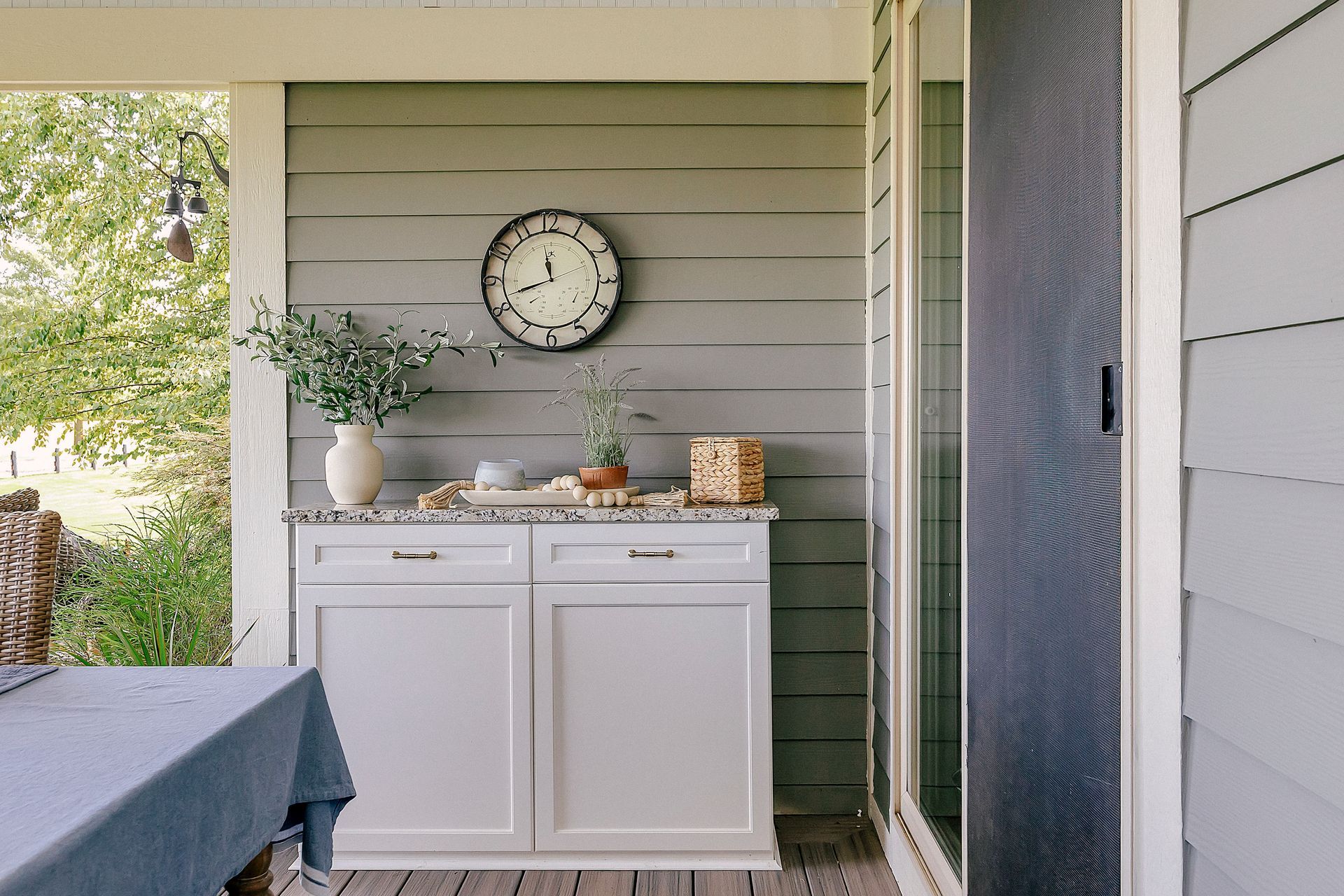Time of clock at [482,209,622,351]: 11:41
